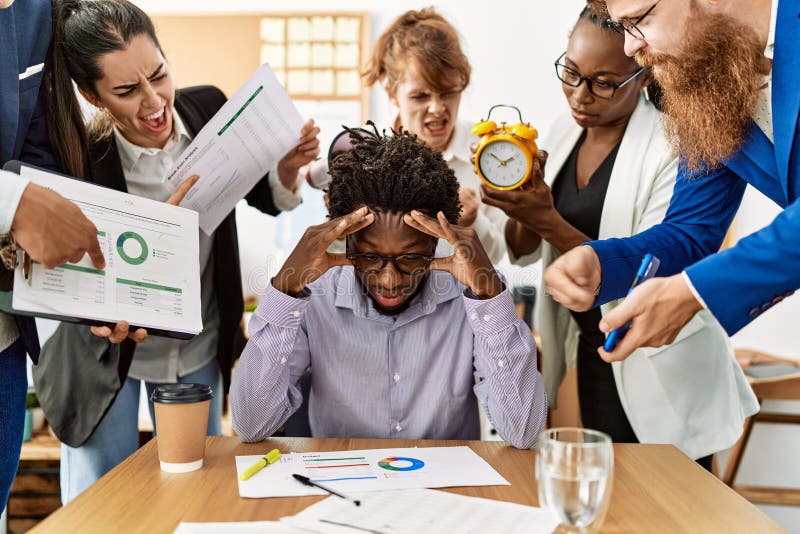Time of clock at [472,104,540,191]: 1:51
